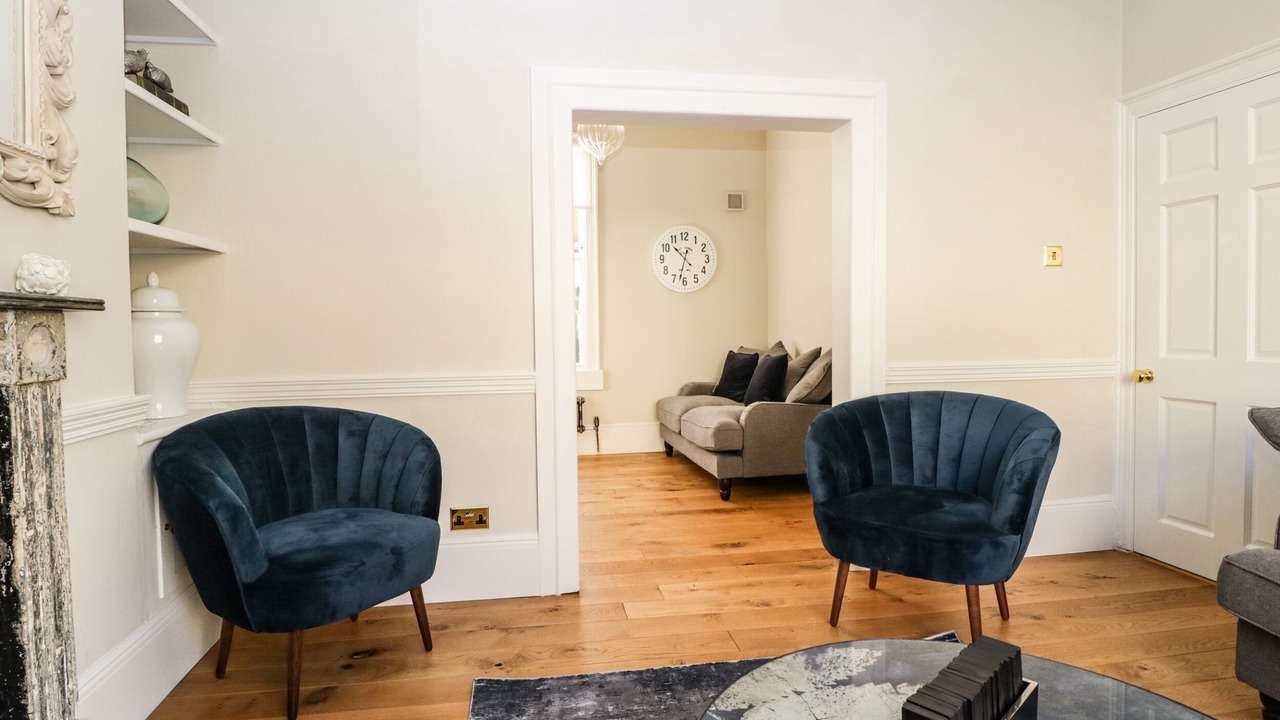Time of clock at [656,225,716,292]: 10:32
